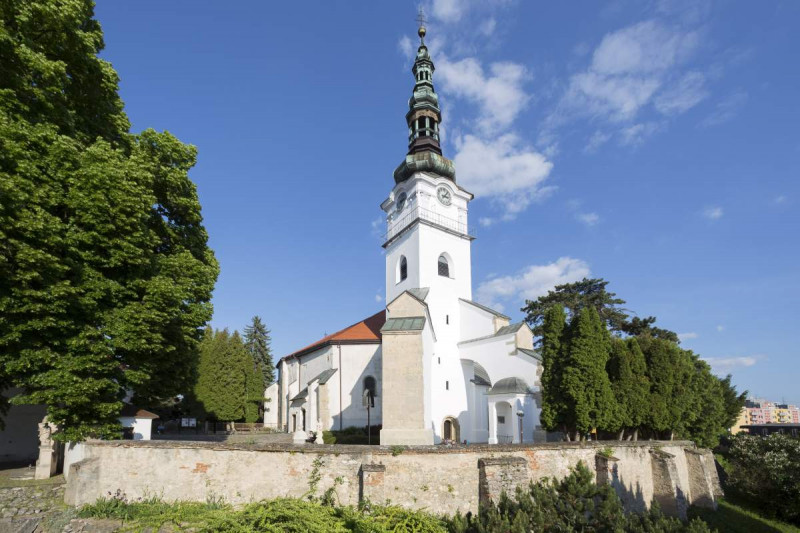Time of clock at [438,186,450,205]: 3:07
